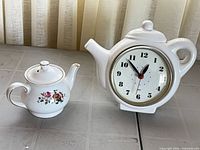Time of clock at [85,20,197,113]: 12:52
